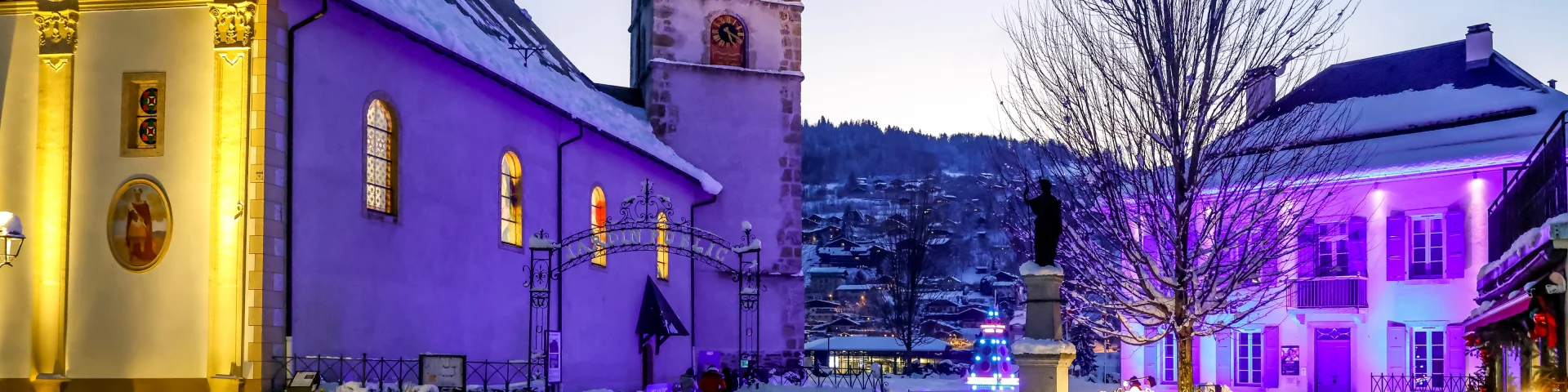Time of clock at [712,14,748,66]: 5:18
